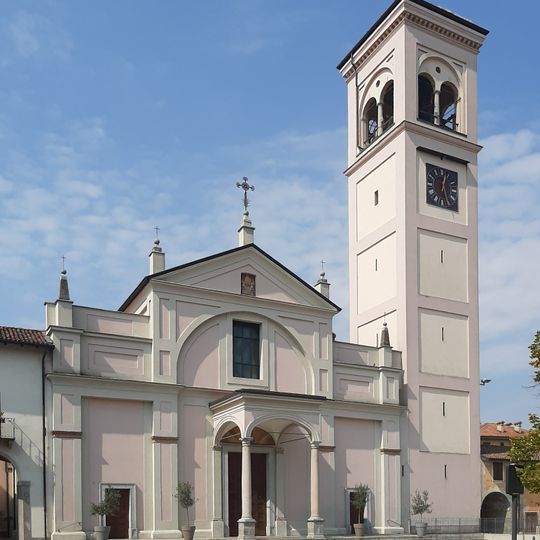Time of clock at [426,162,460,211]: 12:26
